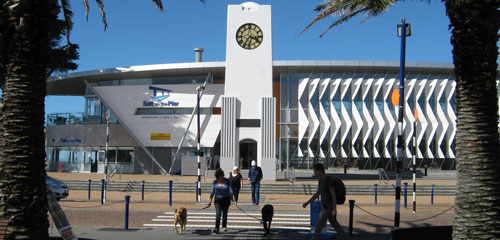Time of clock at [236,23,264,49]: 3:35
